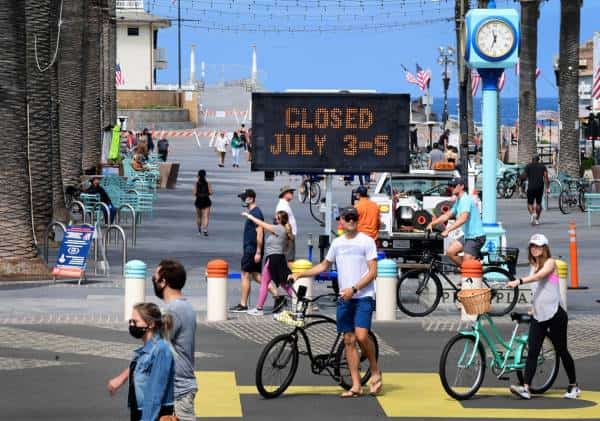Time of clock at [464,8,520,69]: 11:32
